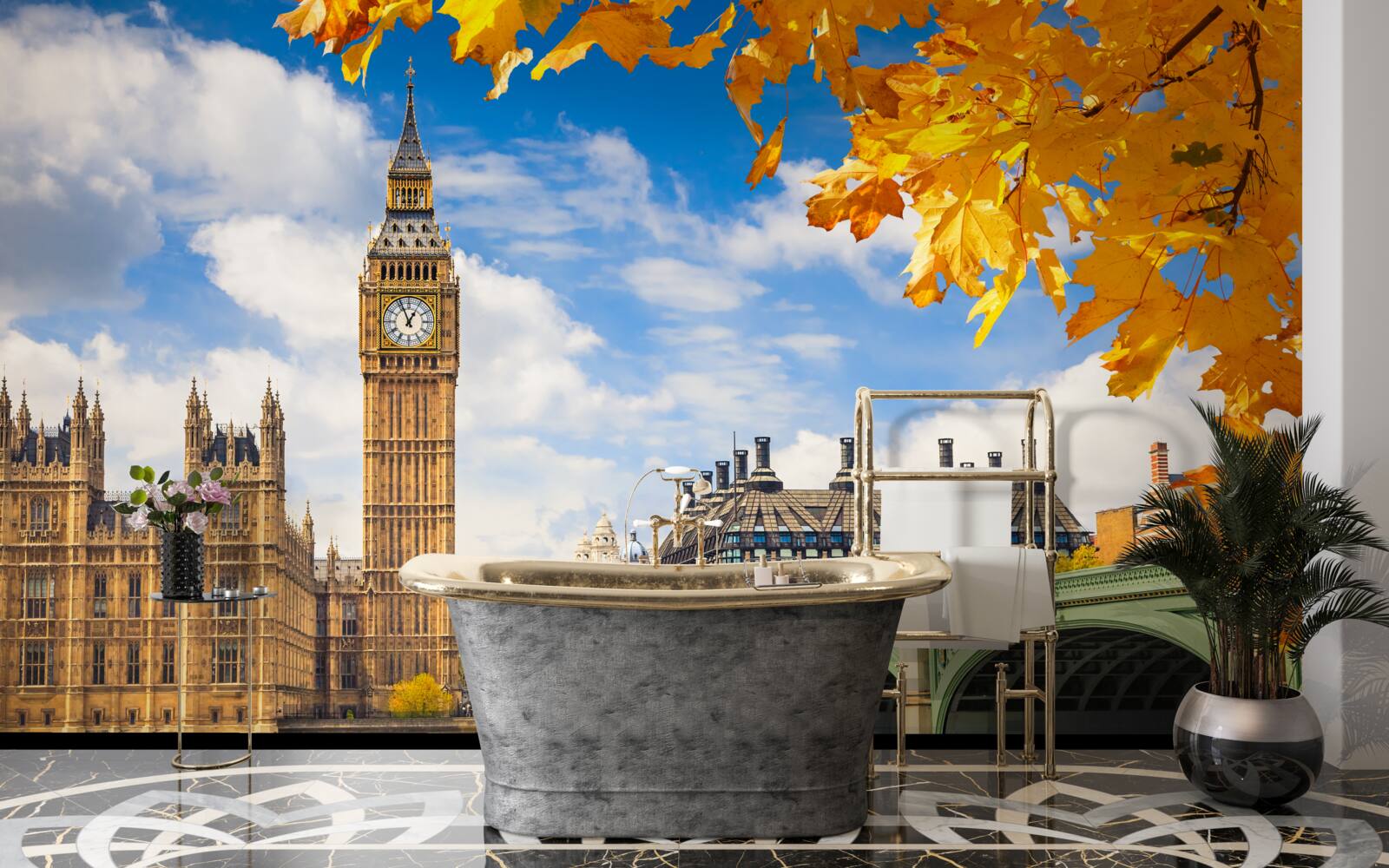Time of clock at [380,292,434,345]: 12:56
